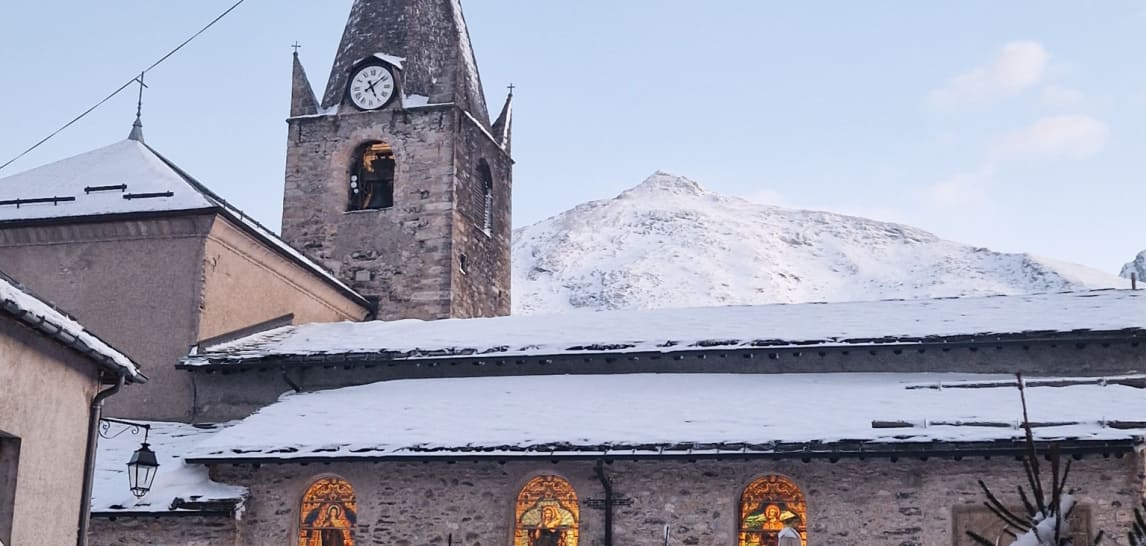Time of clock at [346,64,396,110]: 5:08
